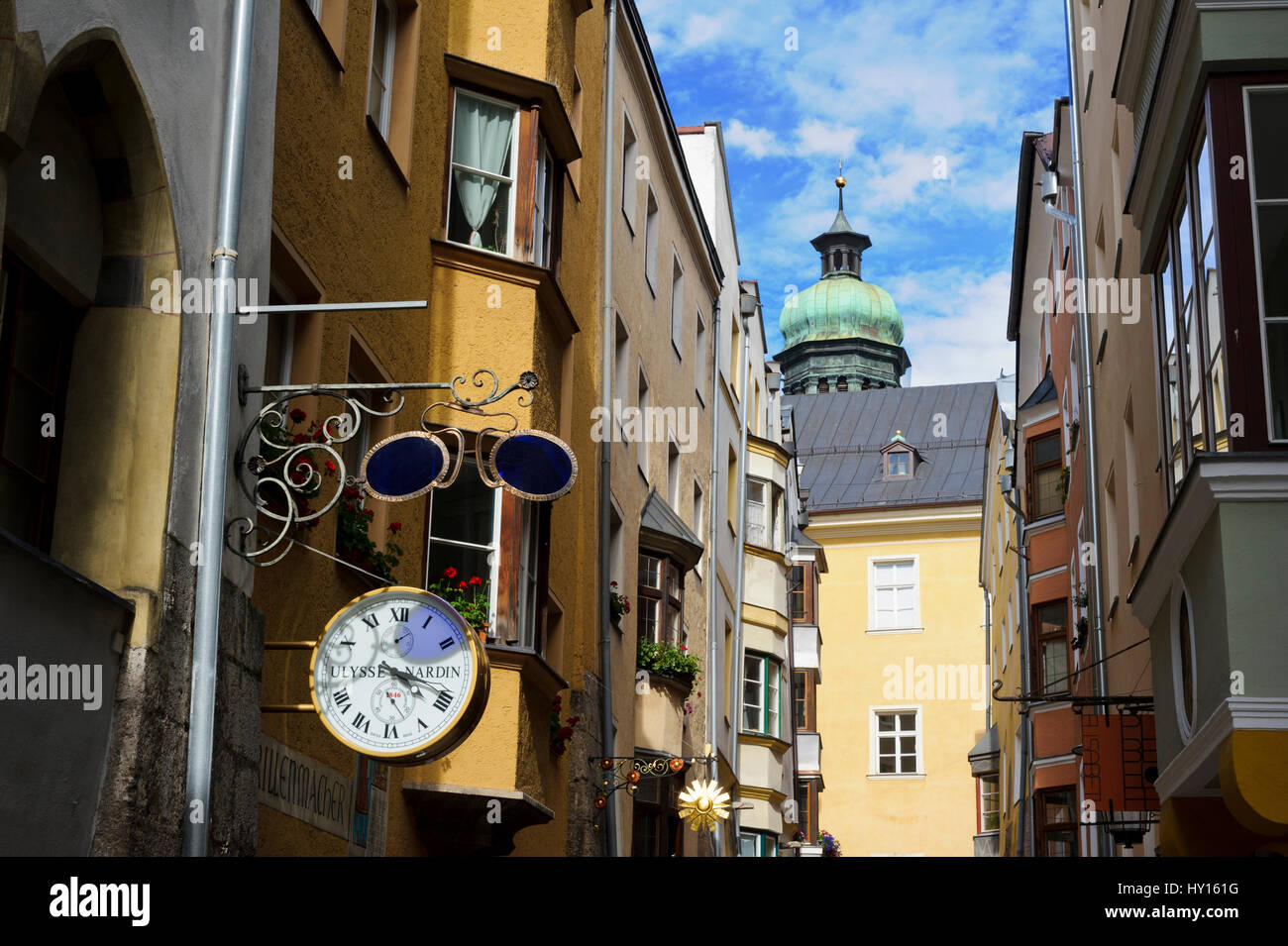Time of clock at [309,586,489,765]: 4:18
